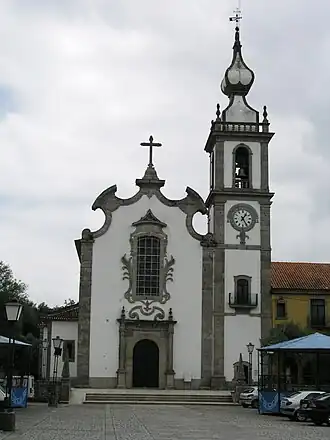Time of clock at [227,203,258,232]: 1:24
